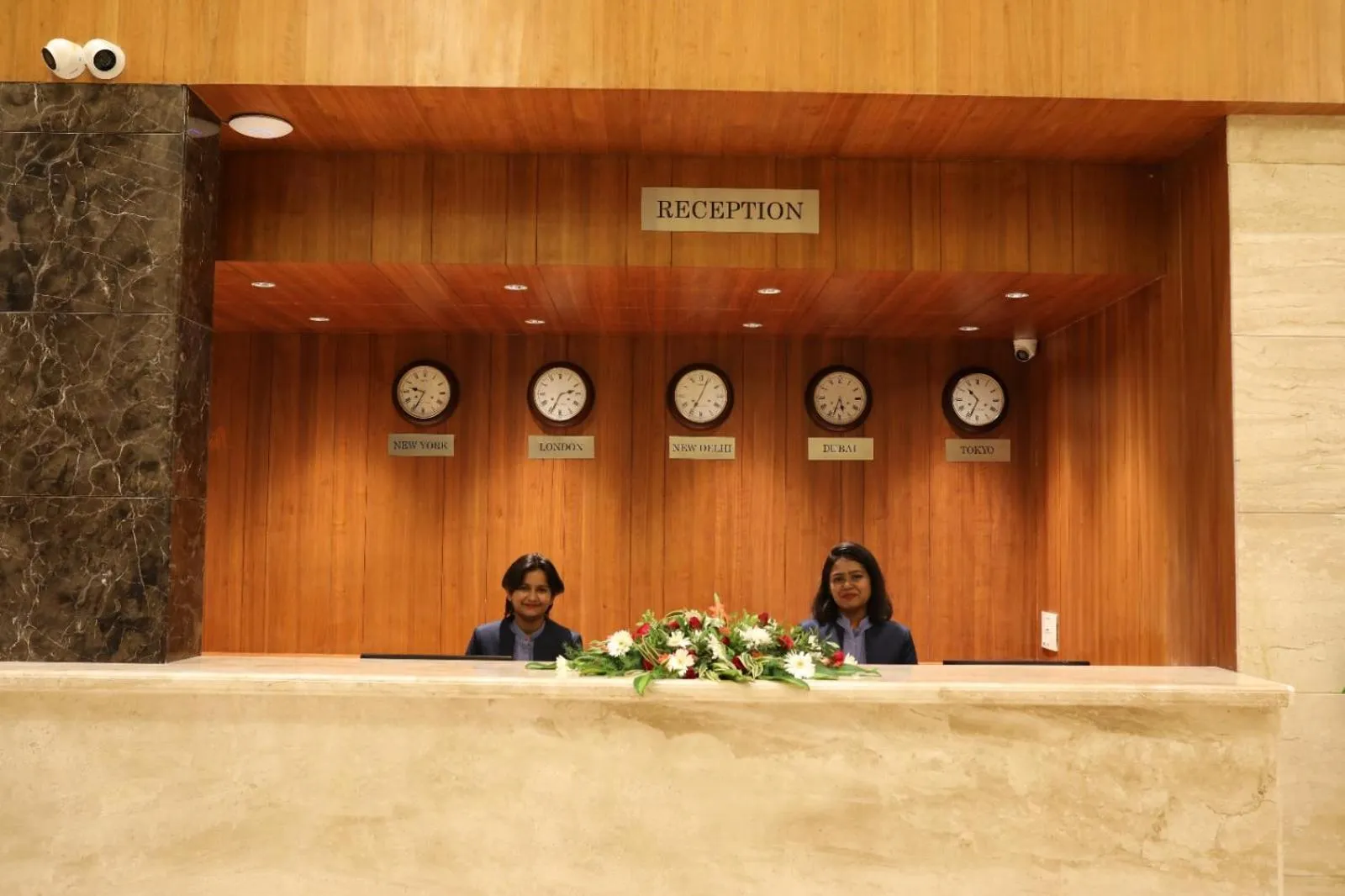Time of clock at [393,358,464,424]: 9:34
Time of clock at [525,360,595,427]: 2:34
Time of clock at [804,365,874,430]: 5:33
